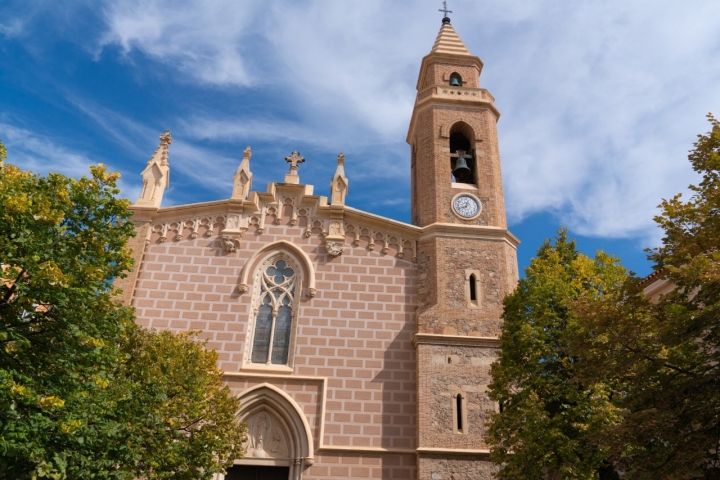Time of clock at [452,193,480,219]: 12:40
